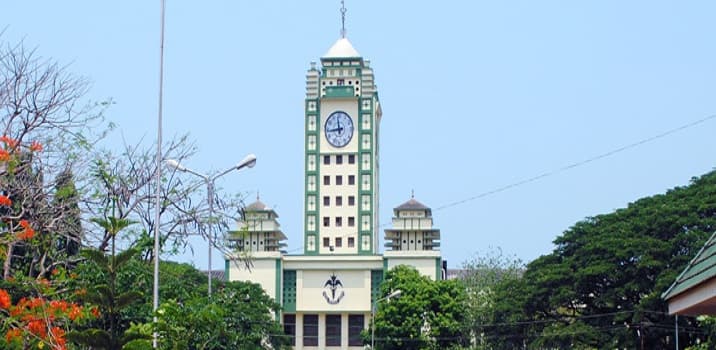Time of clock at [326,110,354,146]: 11:43
